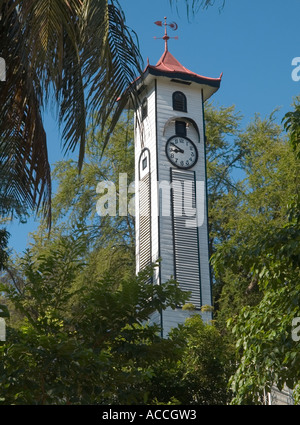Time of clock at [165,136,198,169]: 8:50
